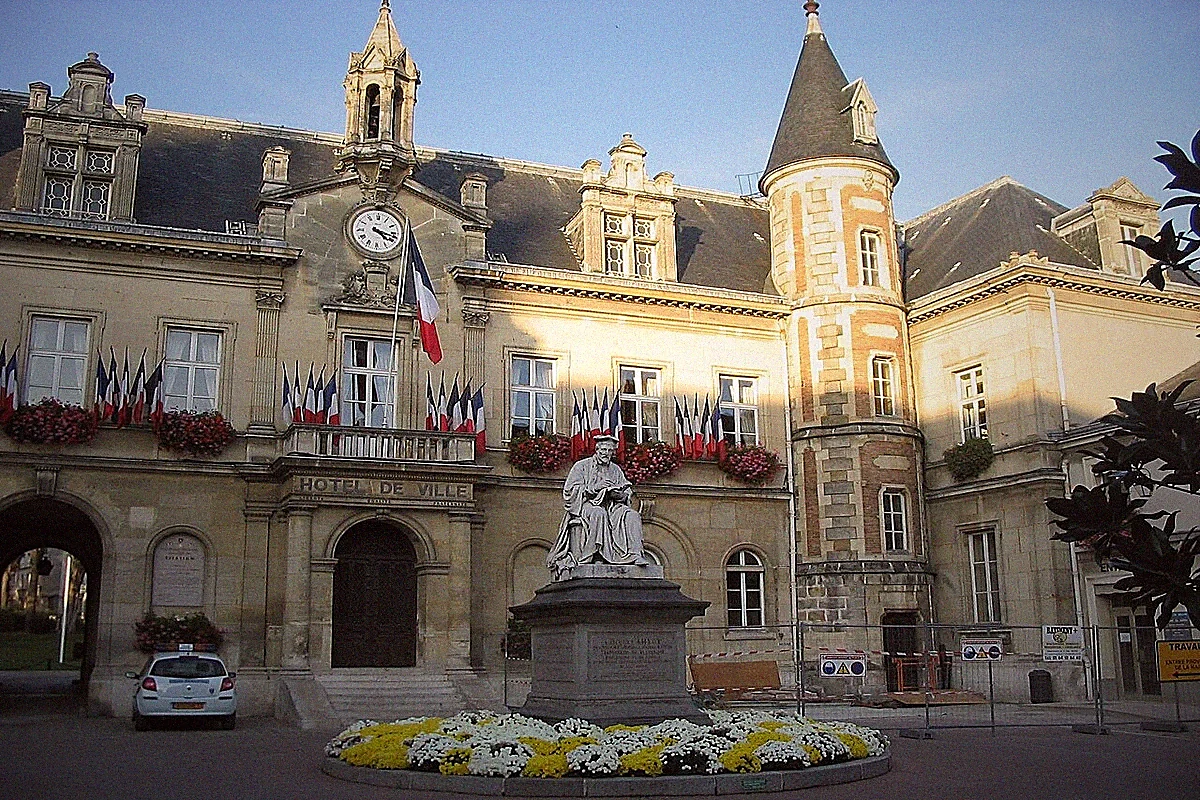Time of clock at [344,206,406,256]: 4:17
